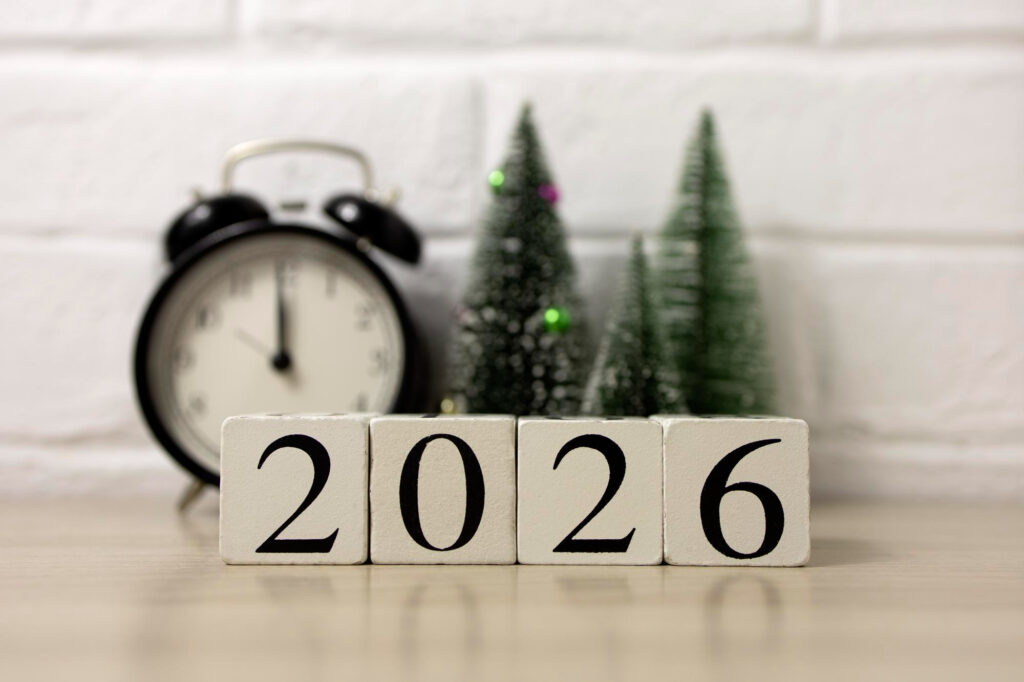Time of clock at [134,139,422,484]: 11:59
